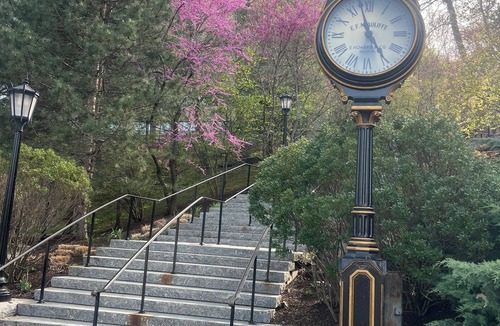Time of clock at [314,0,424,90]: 4:57
